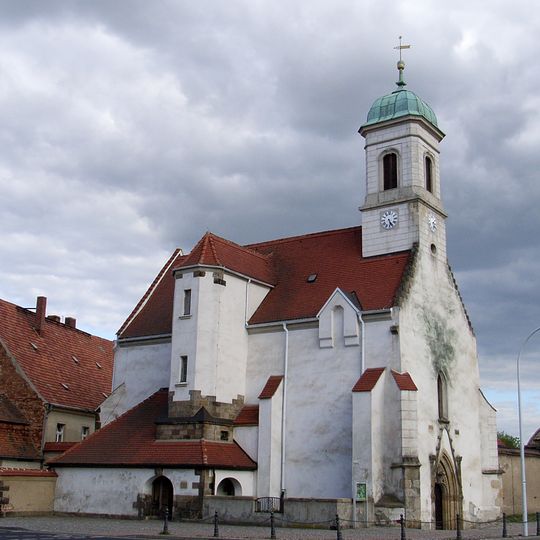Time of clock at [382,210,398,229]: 5:26
